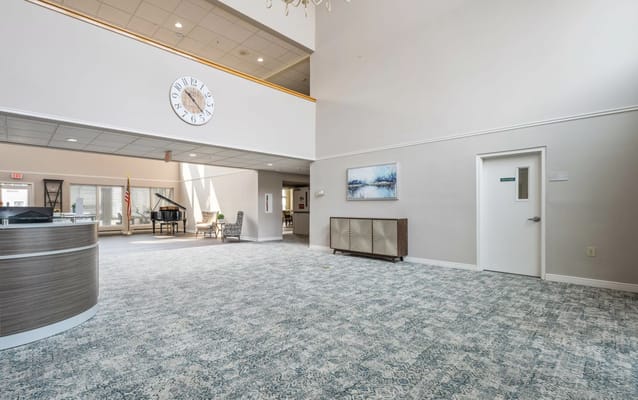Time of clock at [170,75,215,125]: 10:22
